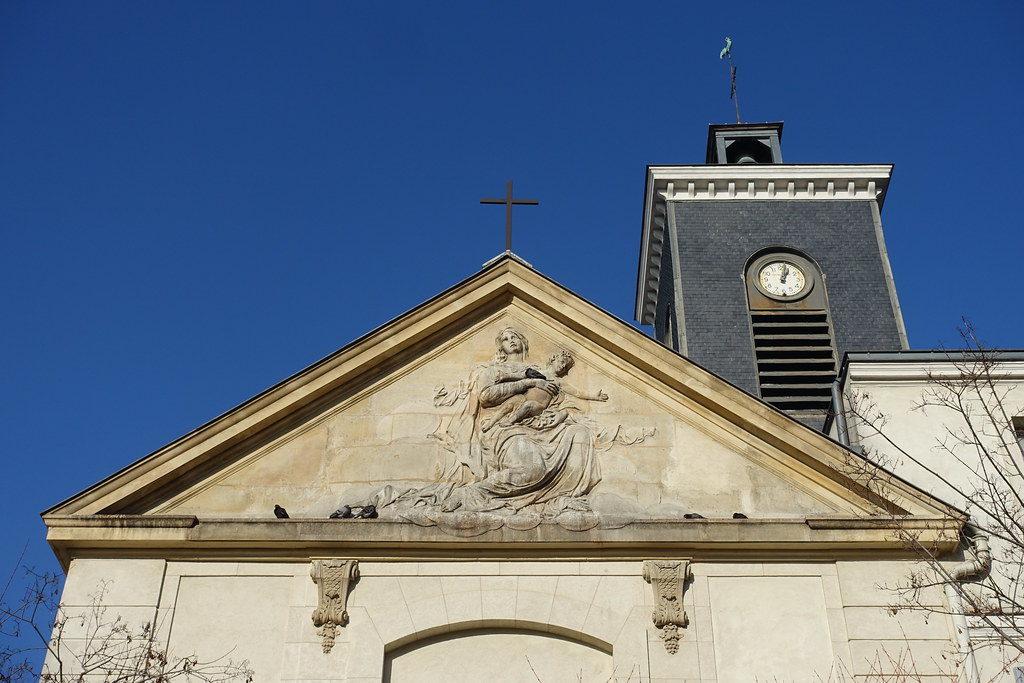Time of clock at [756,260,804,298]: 1:02
